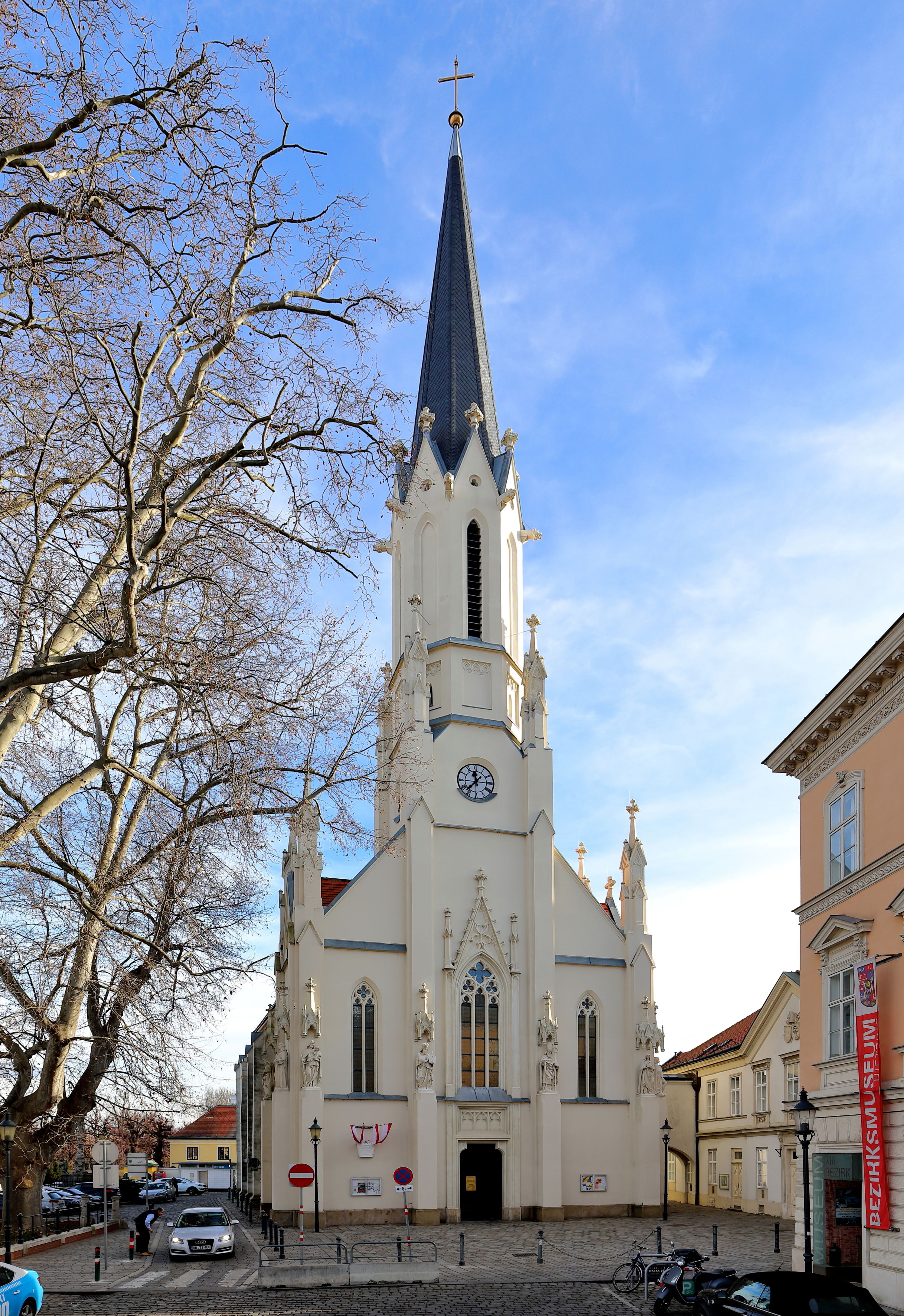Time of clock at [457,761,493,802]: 11:36
